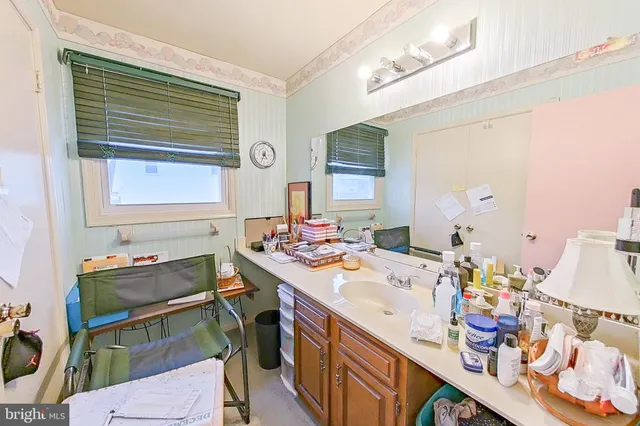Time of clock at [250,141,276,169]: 4:34
